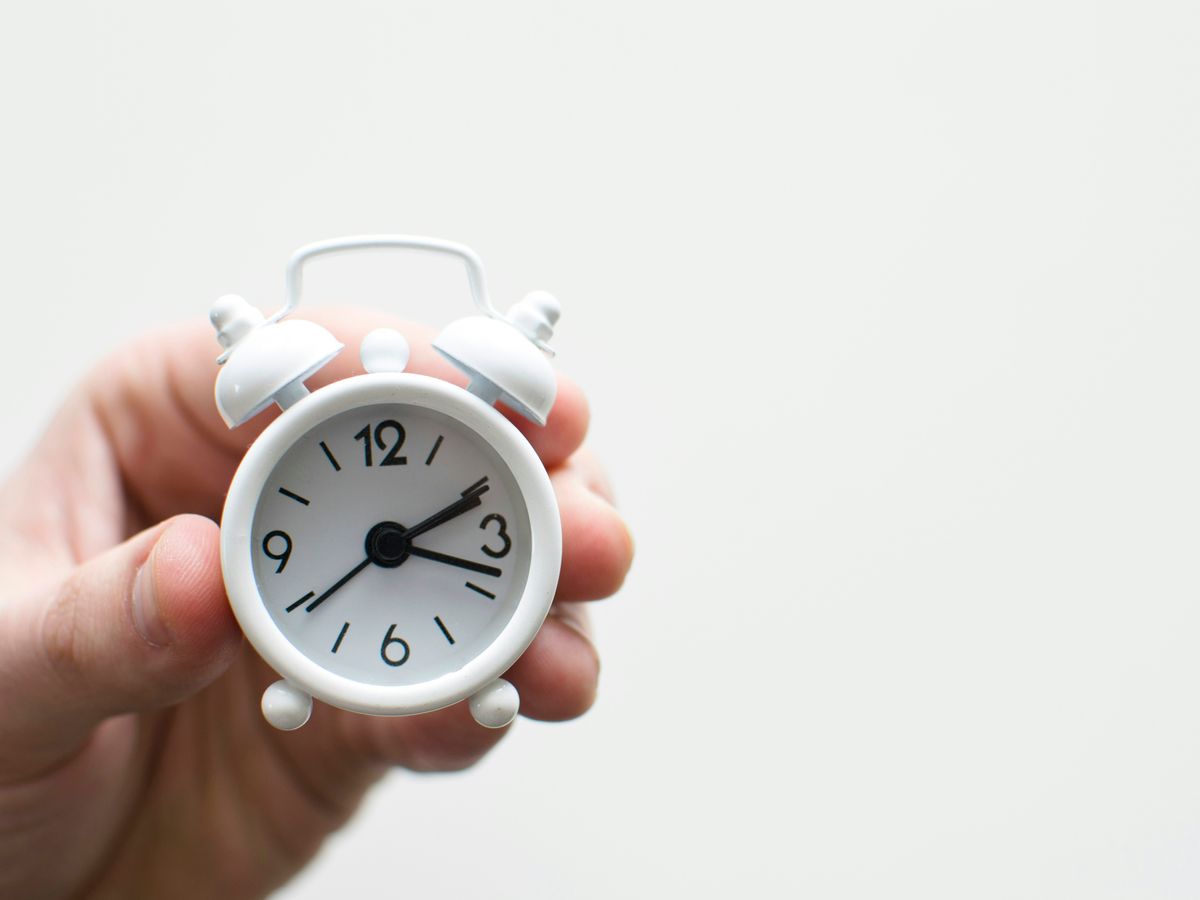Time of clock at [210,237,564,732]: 2:18
